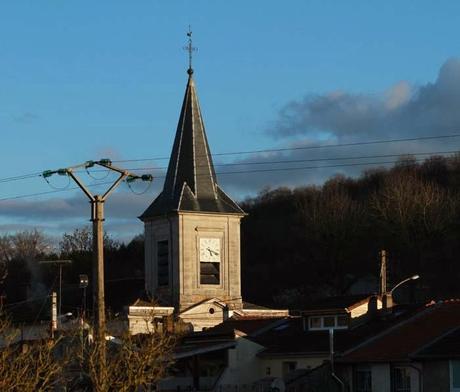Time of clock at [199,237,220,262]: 5:18
